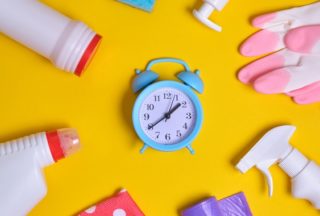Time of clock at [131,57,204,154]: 1:39
